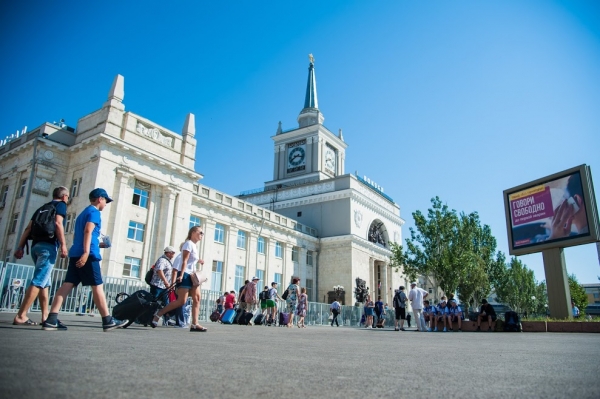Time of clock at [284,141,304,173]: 8:16
